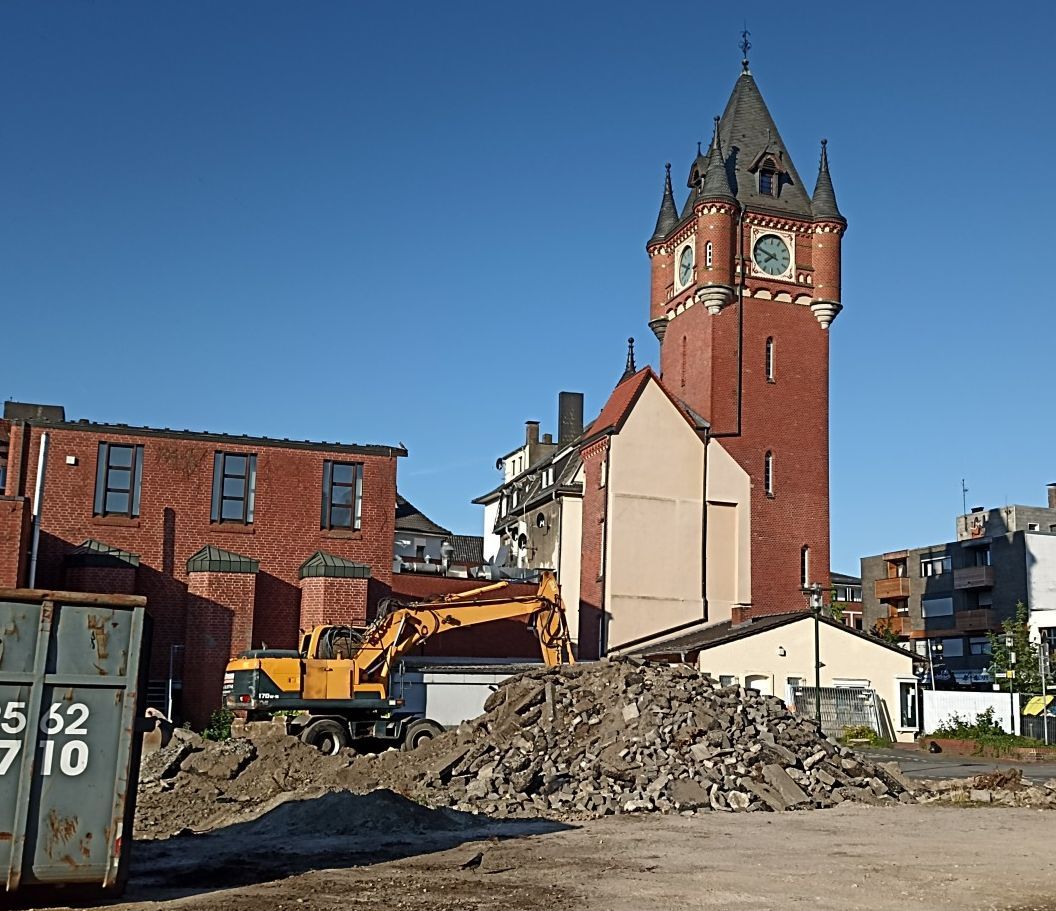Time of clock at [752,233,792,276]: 7:48
